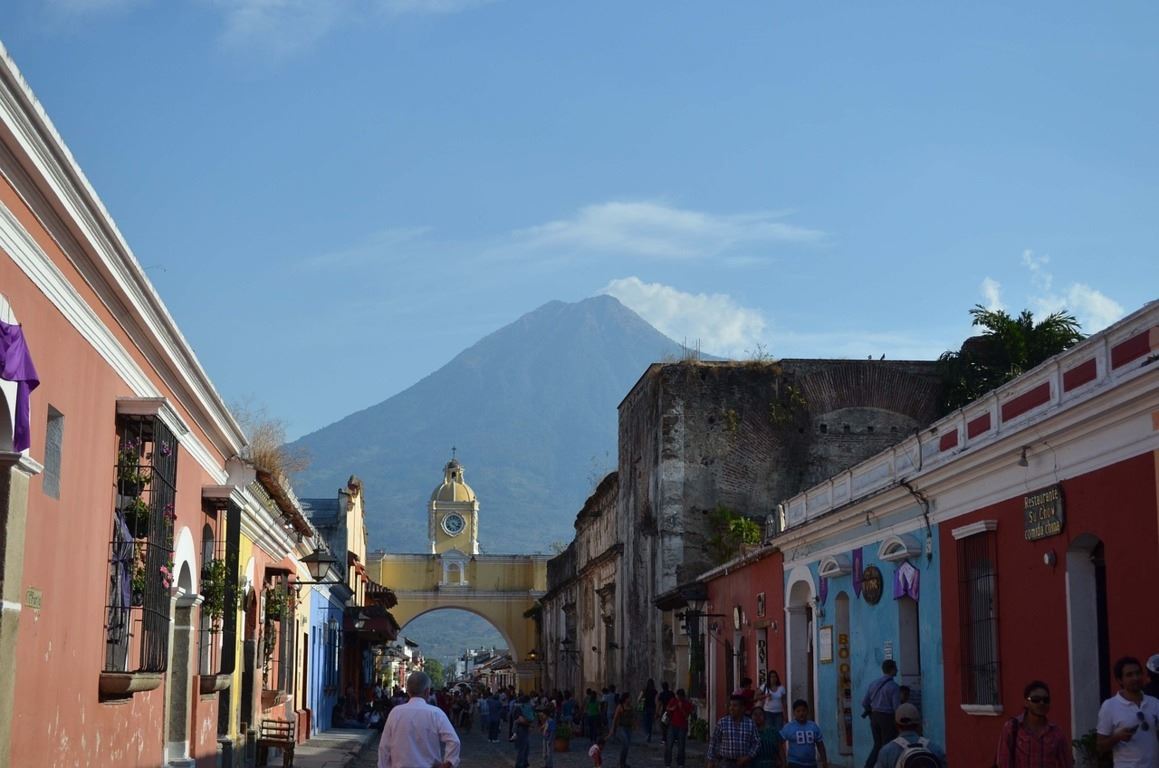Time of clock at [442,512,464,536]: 4:21
